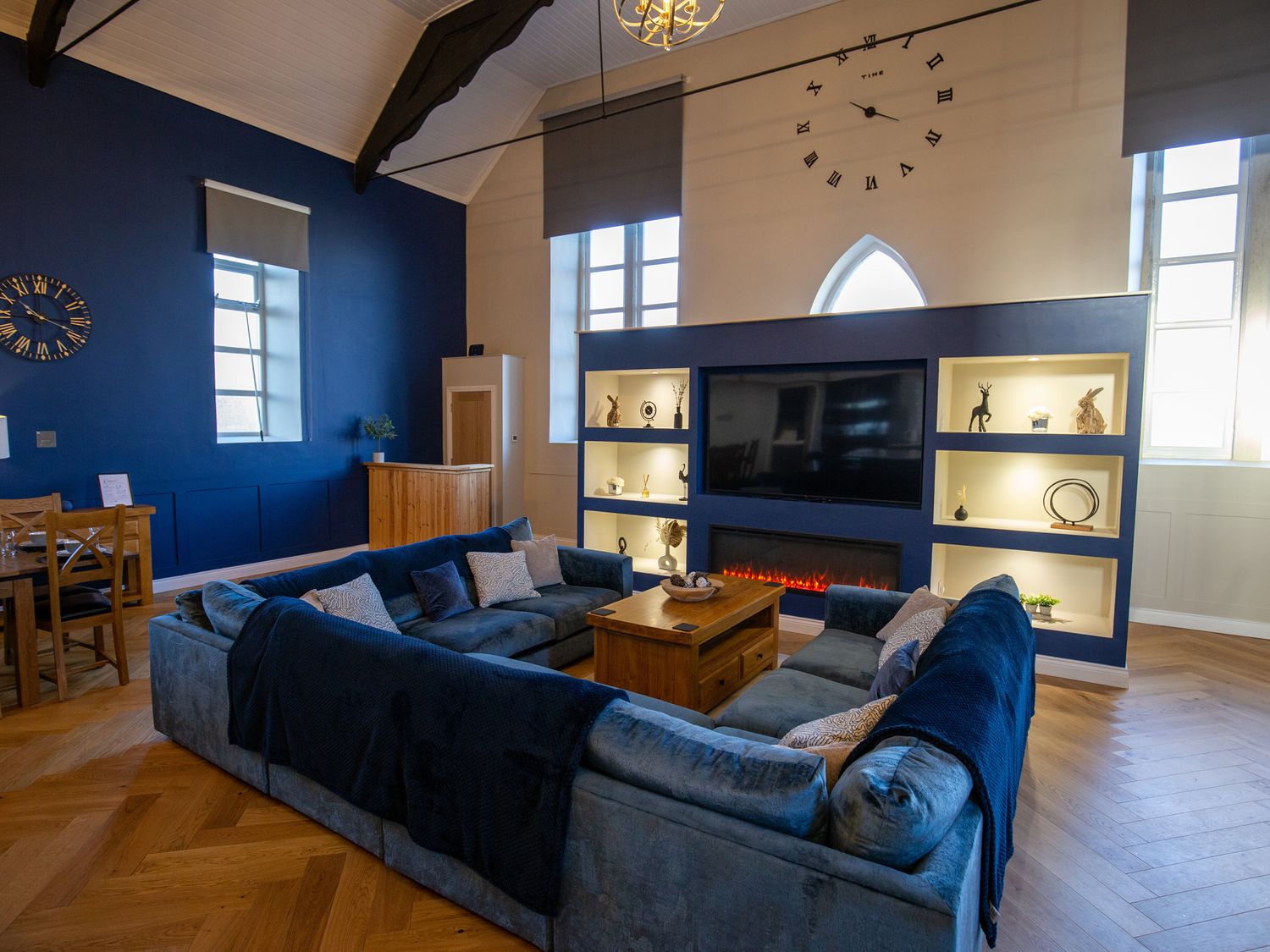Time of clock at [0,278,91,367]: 10:18
